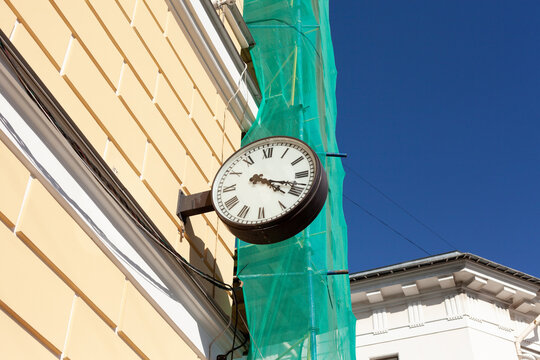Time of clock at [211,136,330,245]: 4:18
